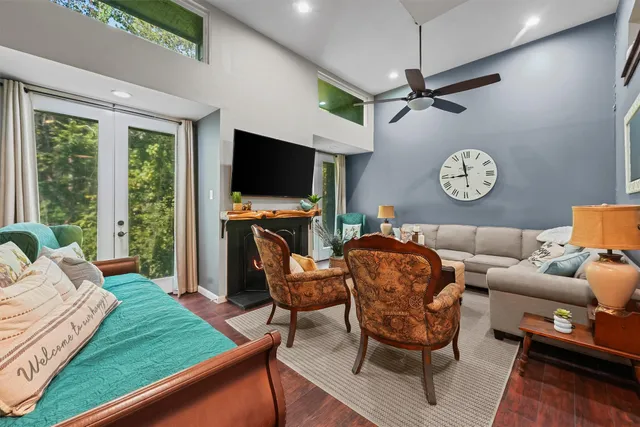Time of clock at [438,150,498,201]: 8:57
